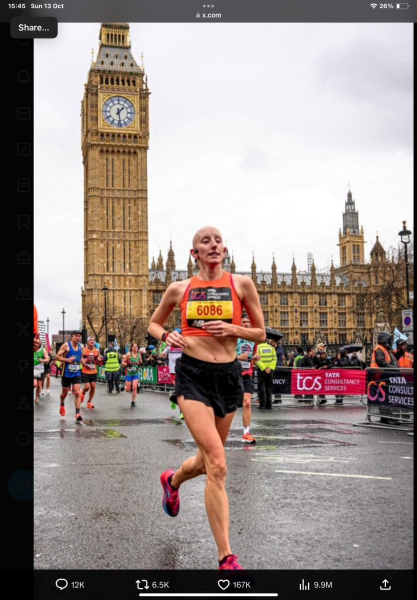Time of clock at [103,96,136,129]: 1:28
